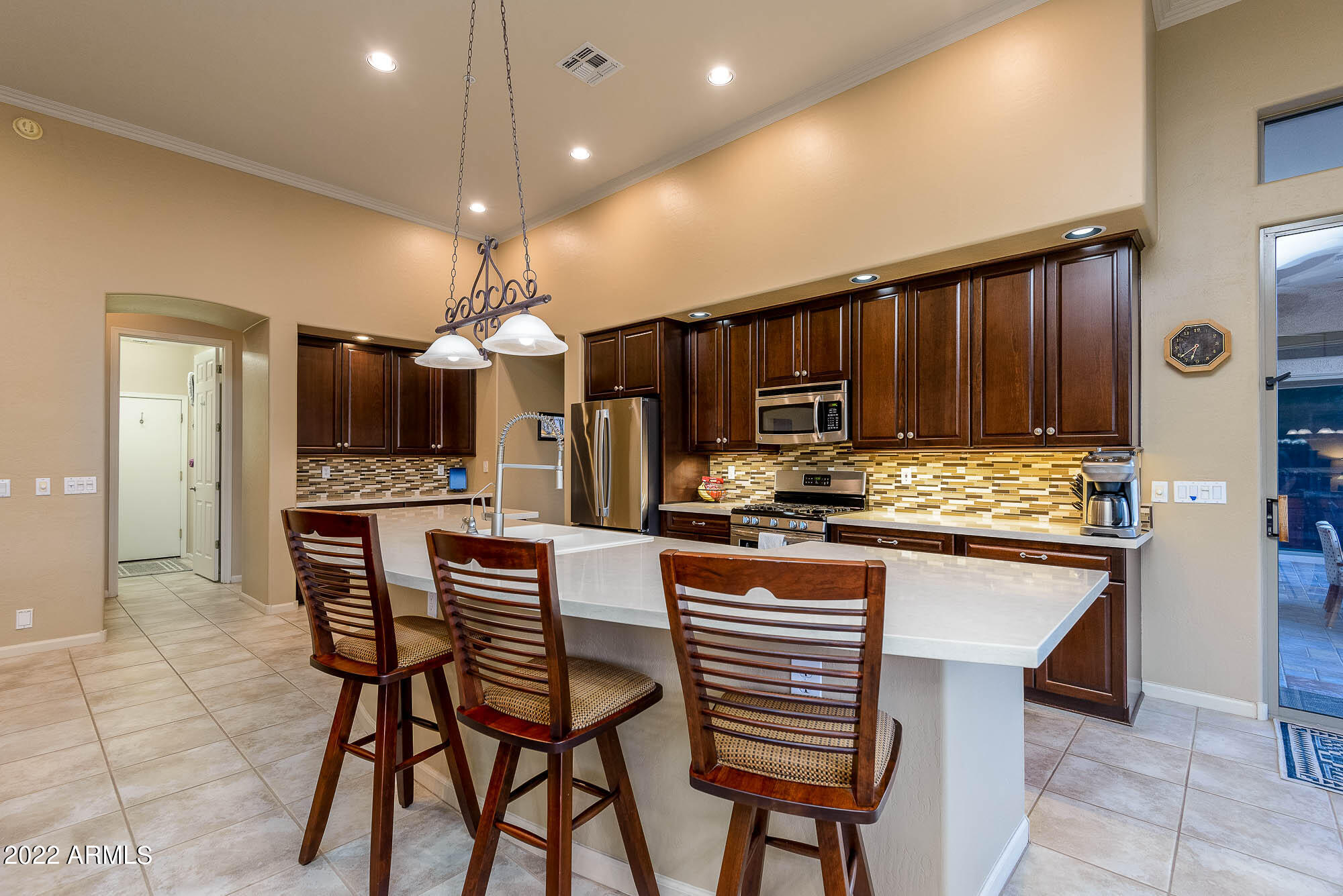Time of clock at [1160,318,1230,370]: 6:38
